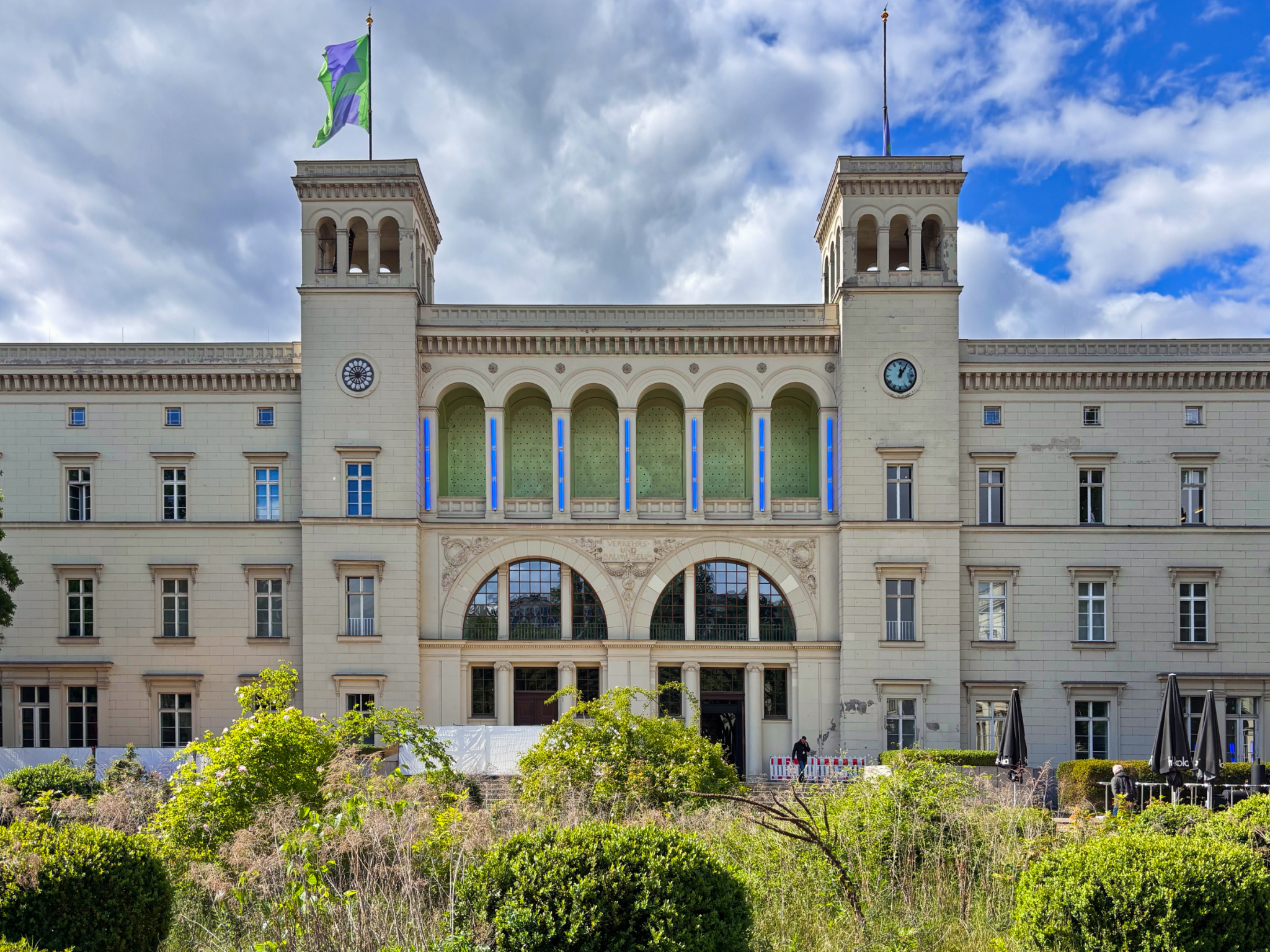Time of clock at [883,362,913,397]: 12:05
